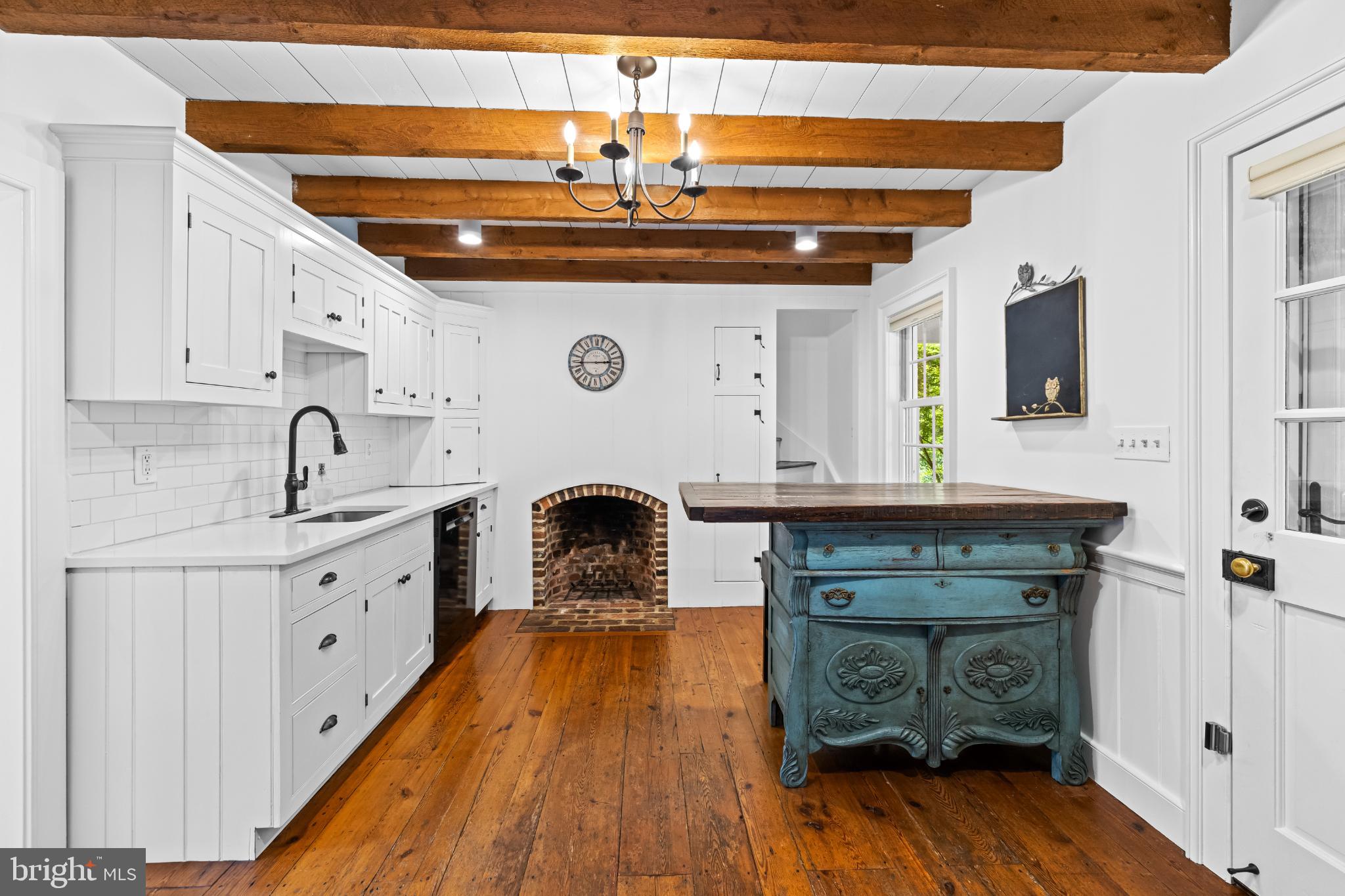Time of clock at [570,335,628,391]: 2:45
